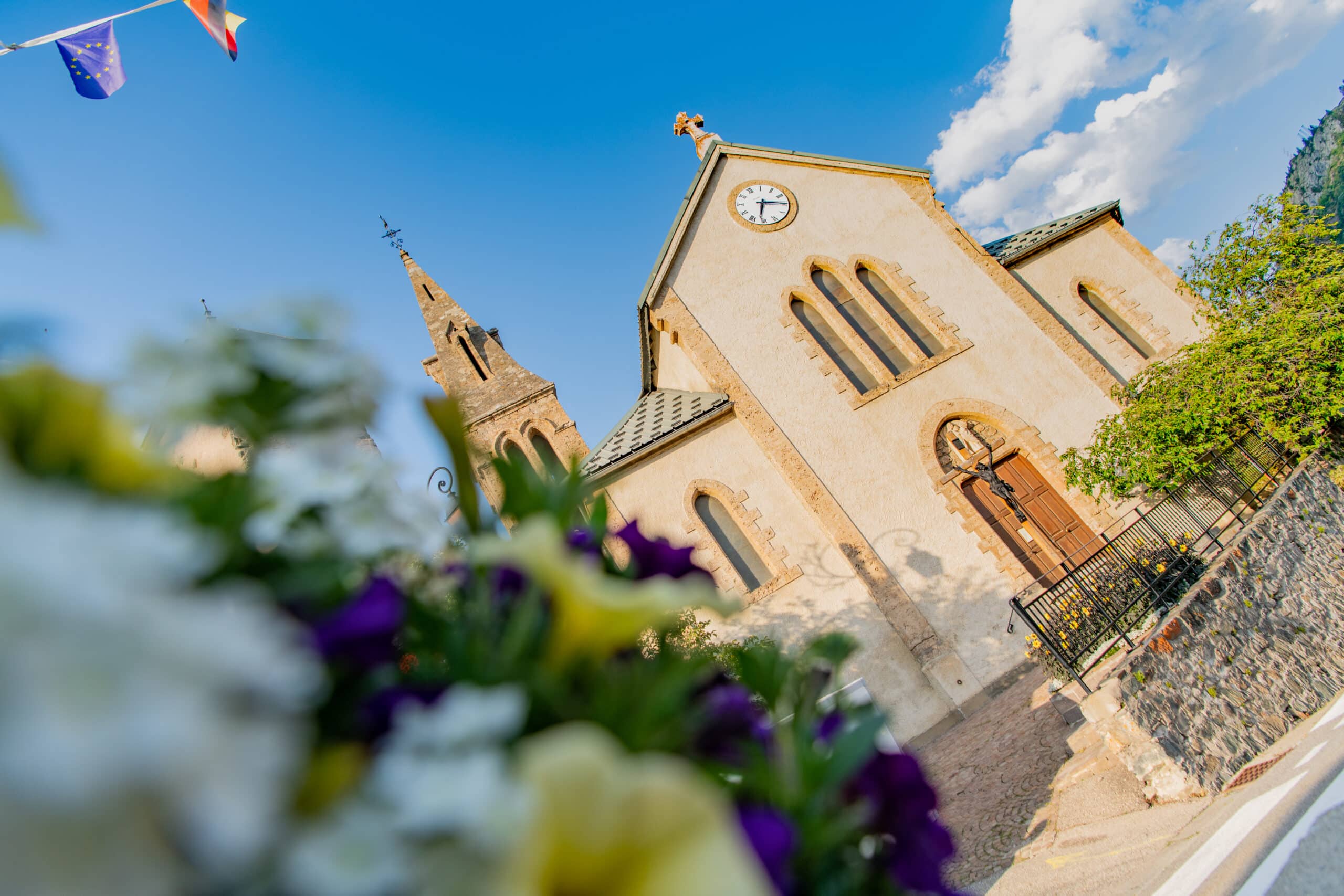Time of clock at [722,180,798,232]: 6:14
